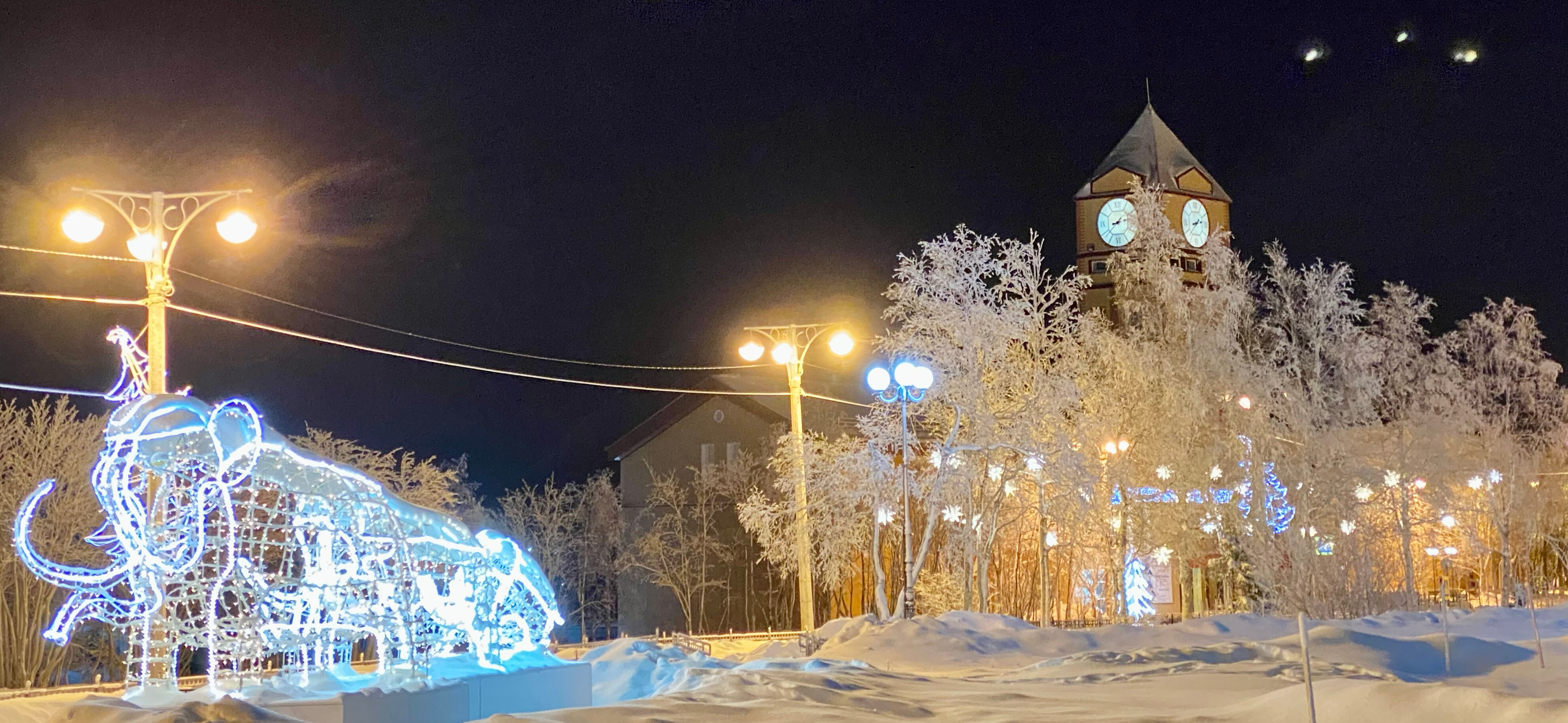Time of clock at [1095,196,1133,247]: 8:38
